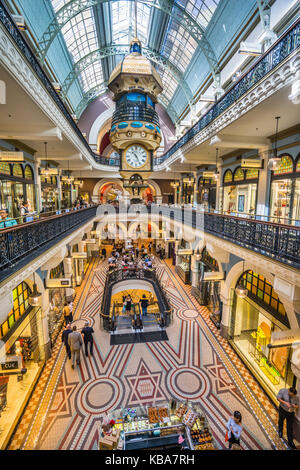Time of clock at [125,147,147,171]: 10:26
